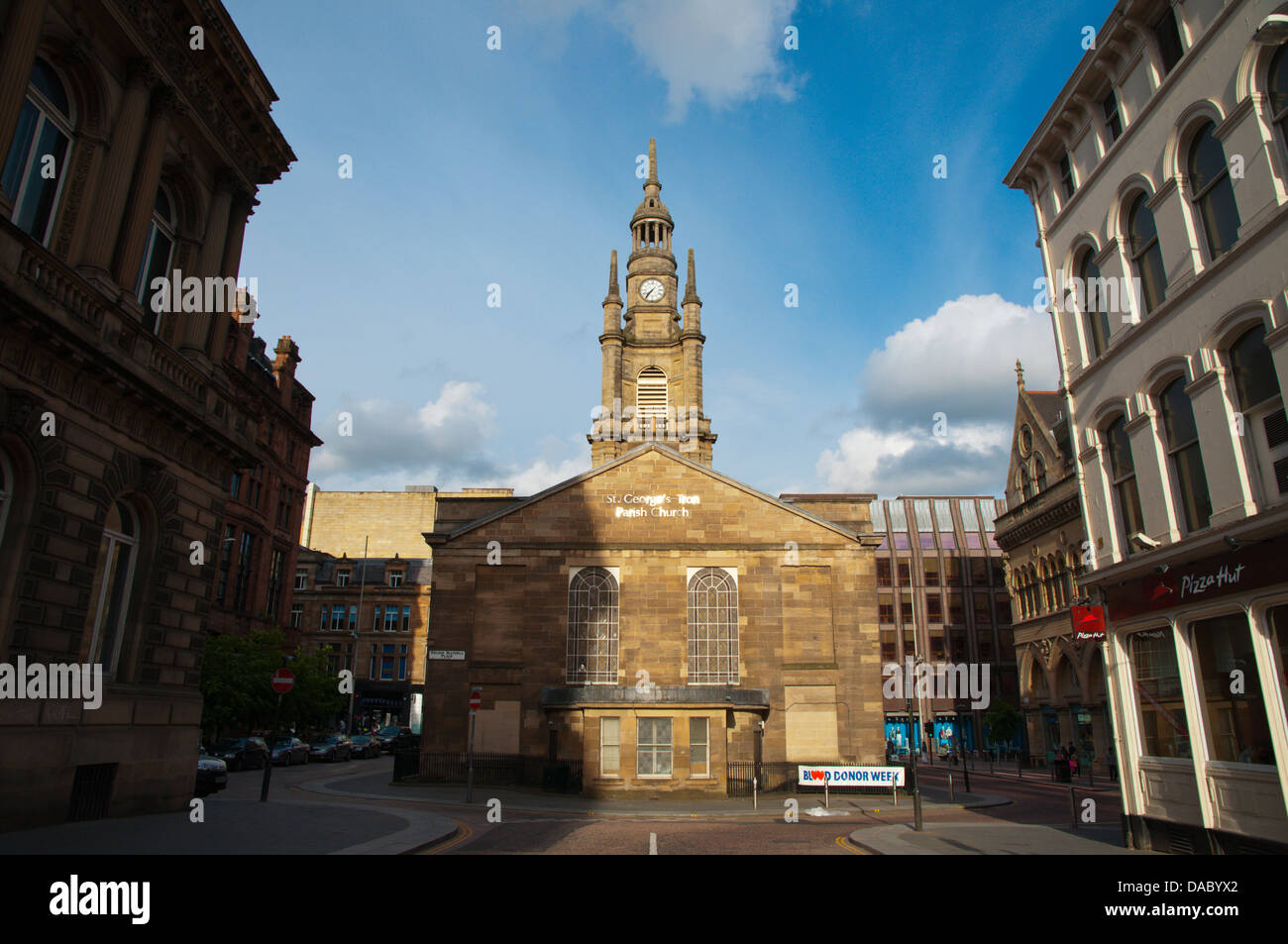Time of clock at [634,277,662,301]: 7:36
